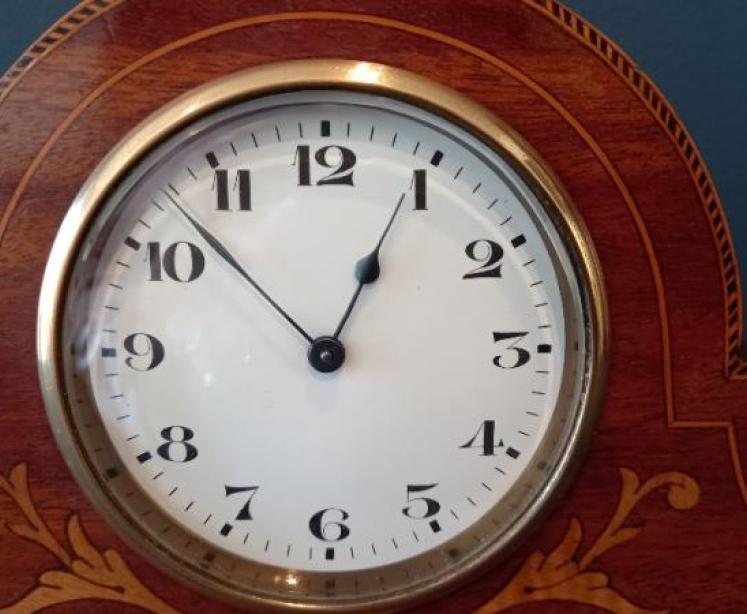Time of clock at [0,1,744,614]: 12:52
